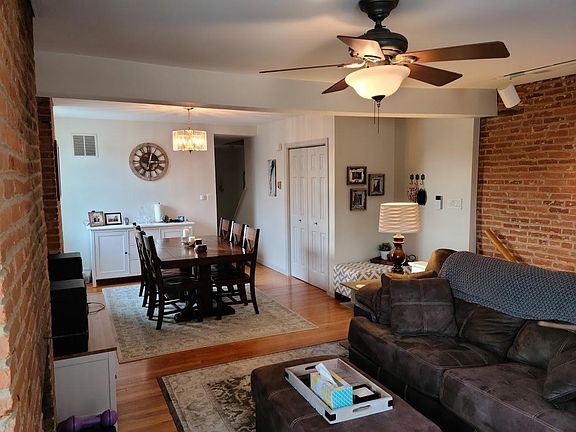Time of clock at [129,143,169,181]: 12:33
